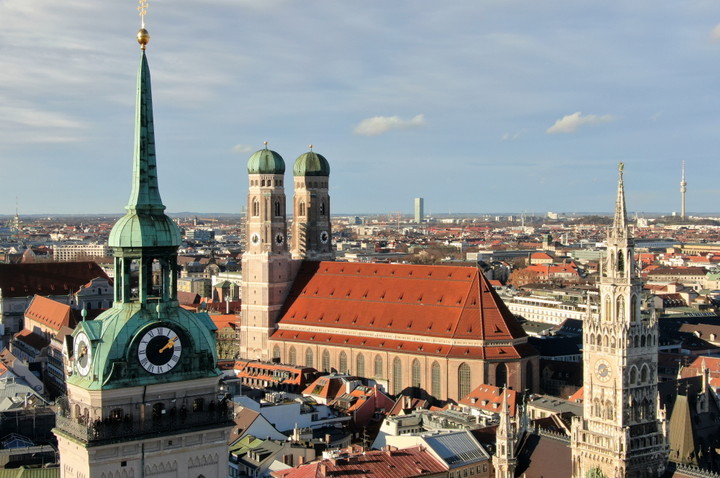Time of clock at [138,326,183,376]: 2:09
